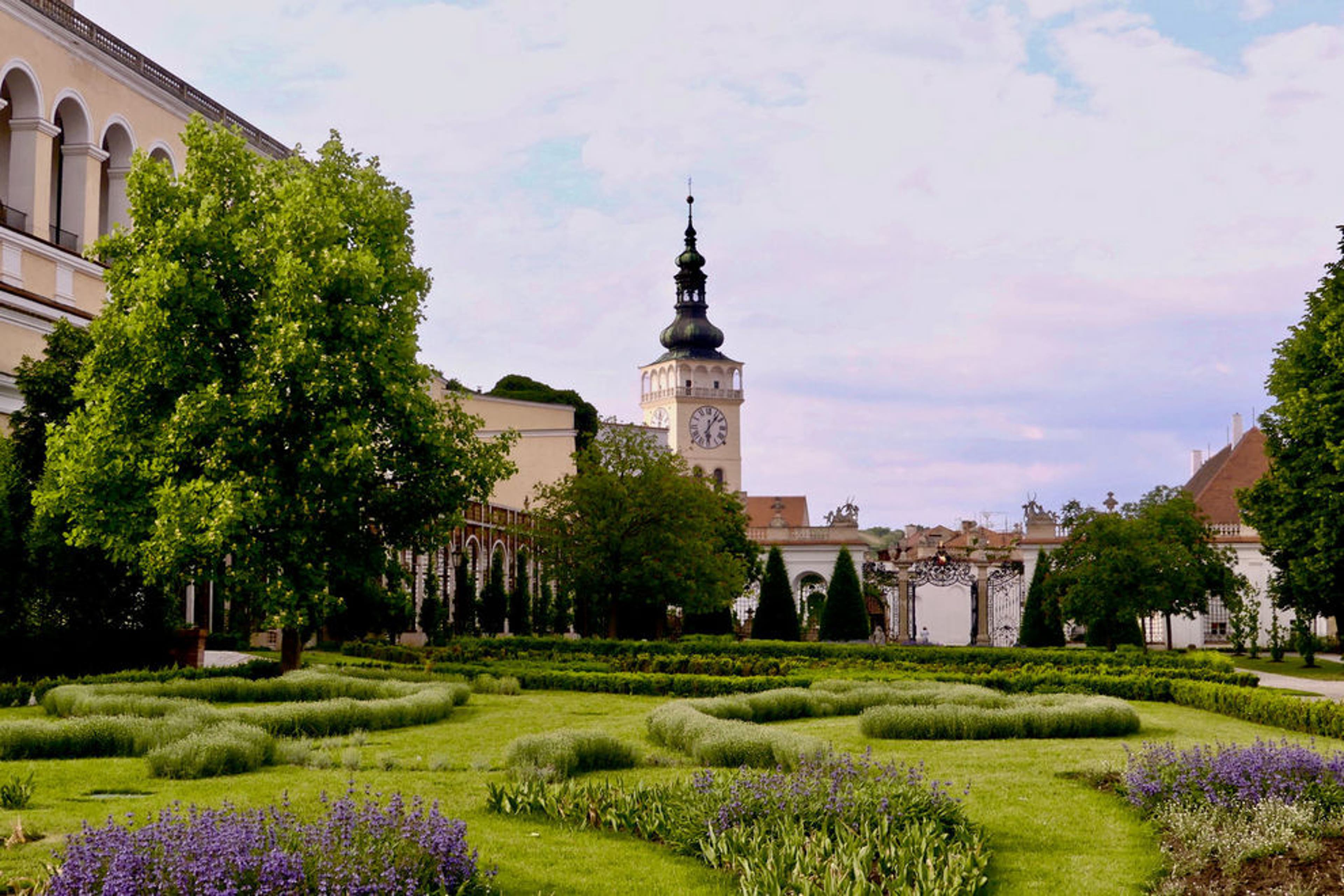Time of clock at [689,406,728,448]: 6:06
